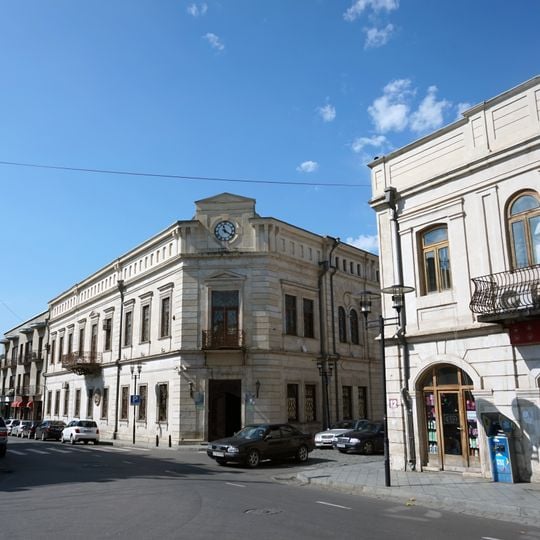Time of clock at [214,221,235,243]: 11:20
